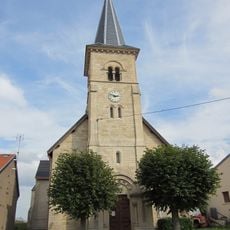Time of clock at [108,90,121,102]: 2:48
